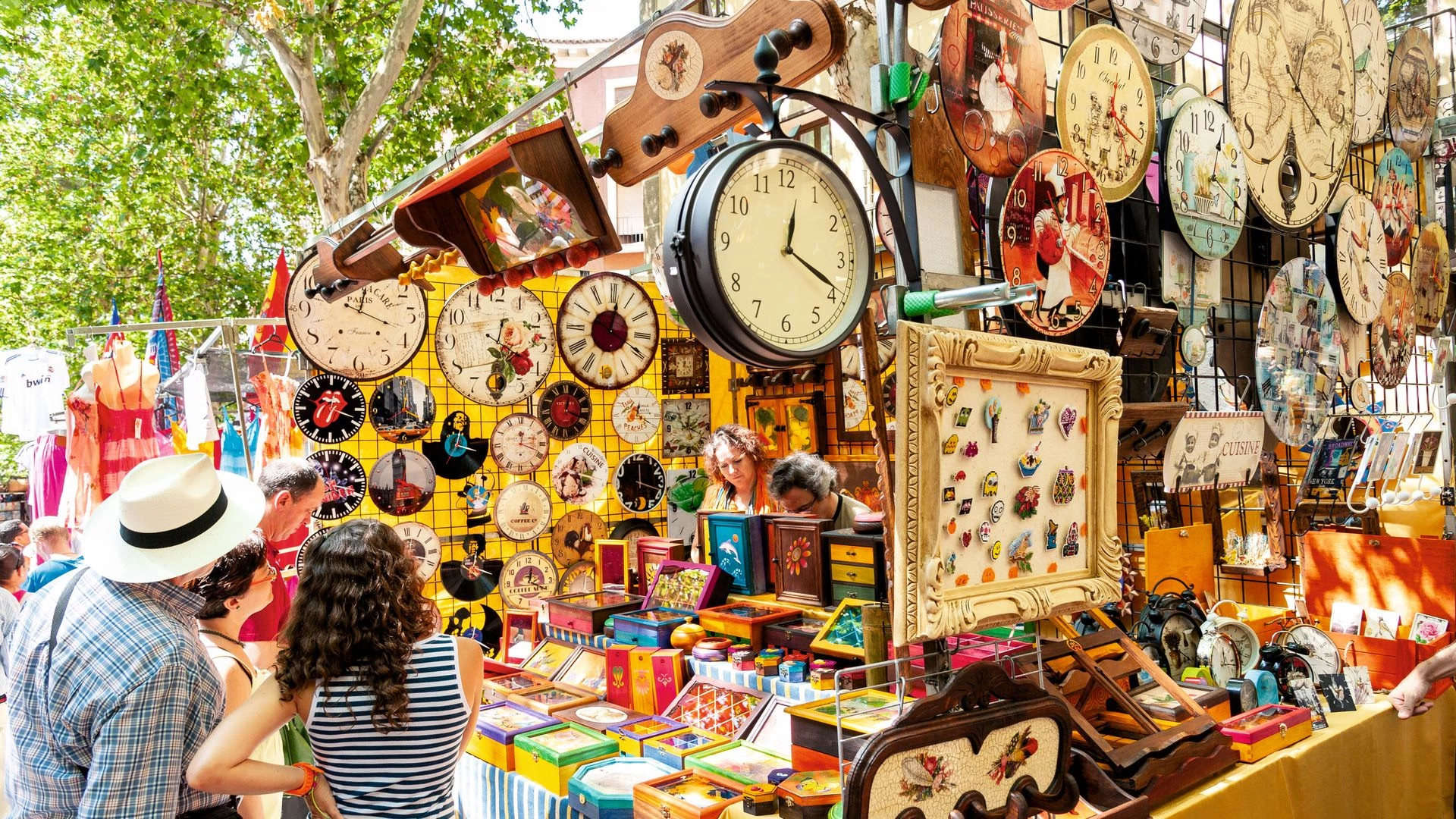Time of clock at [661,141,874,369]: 12:19
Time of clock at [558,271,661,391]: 12:19
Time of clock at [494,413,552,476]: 12:18
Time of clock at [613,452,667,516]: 12:18
